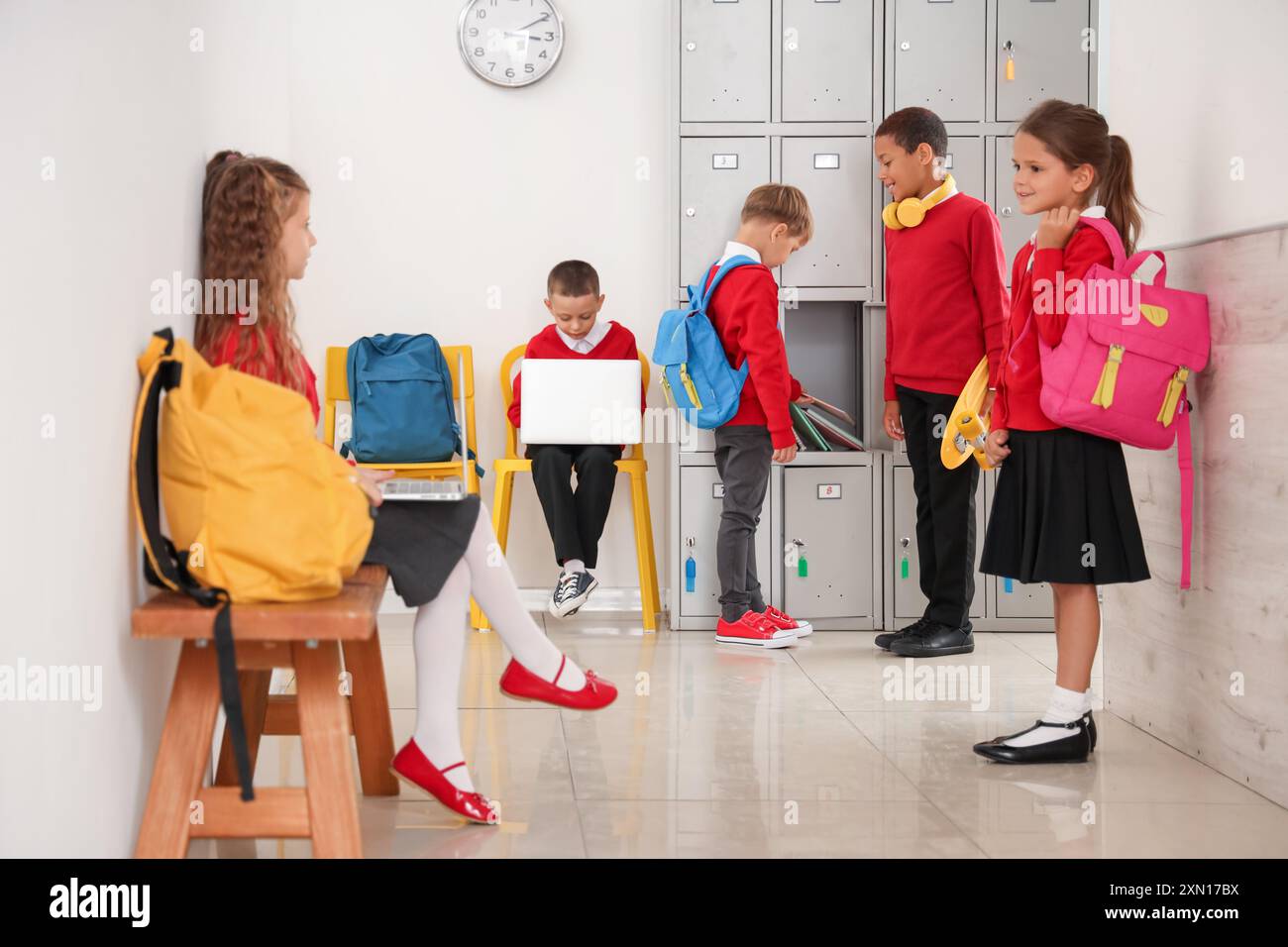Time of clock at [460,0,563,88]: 3:10
